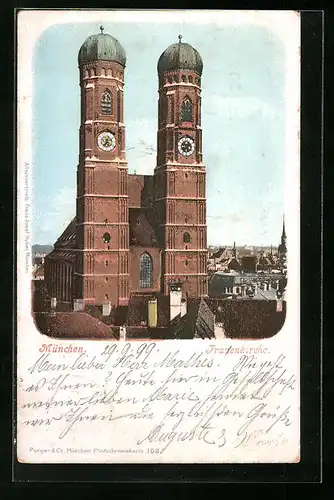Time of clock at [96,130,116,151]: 12:36
